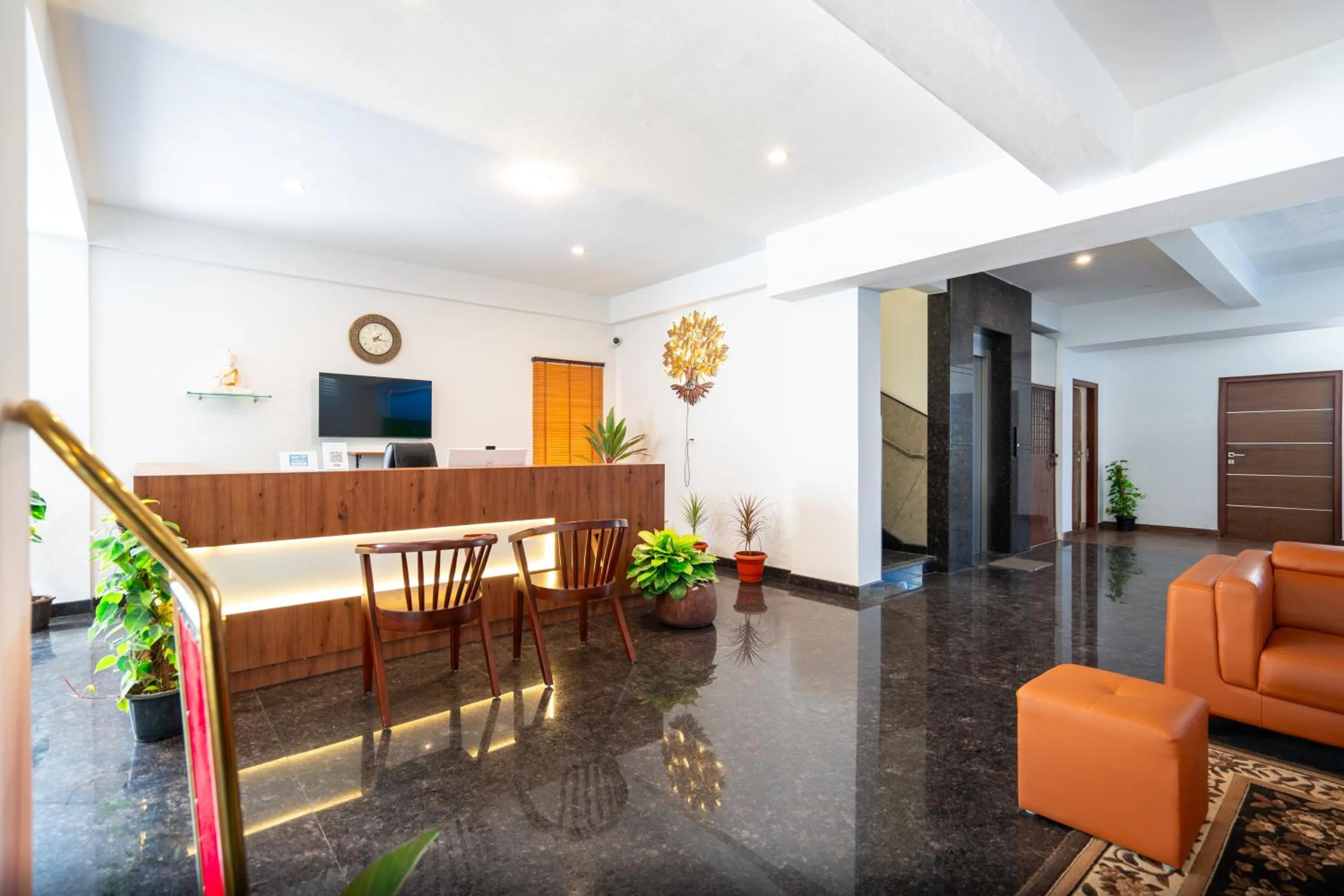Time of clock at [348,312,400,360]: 1:16
